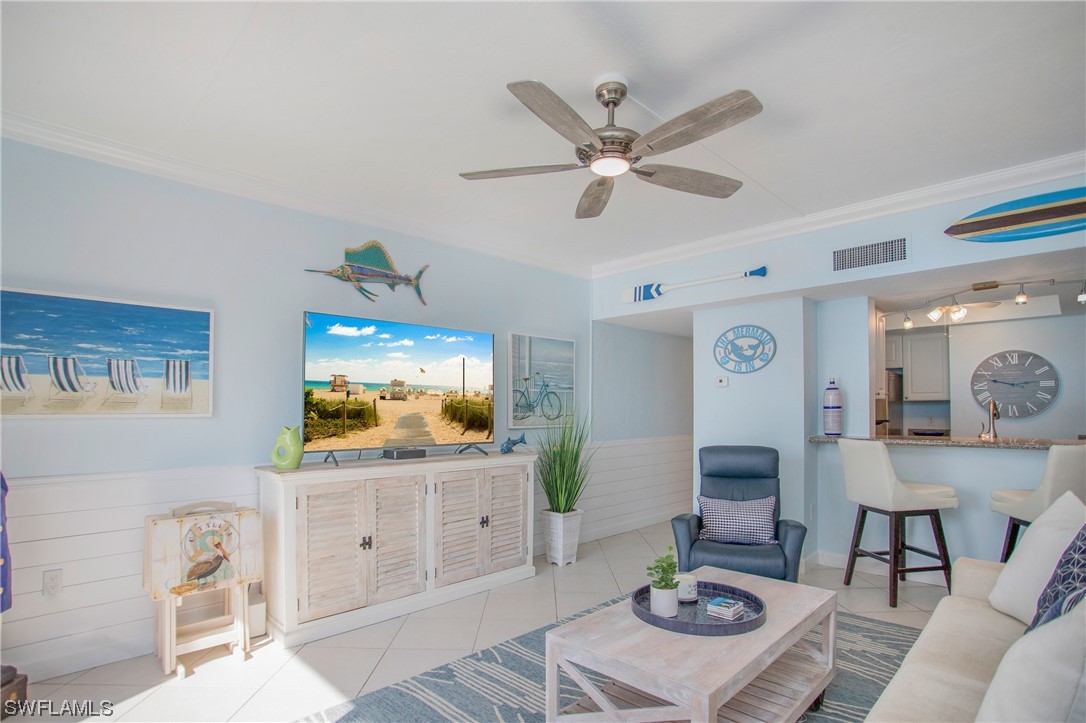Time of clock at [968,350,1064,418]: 2:47
